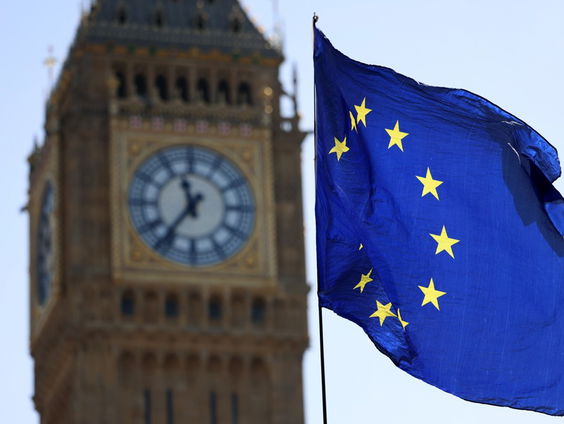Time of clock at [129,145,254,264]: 11:36
